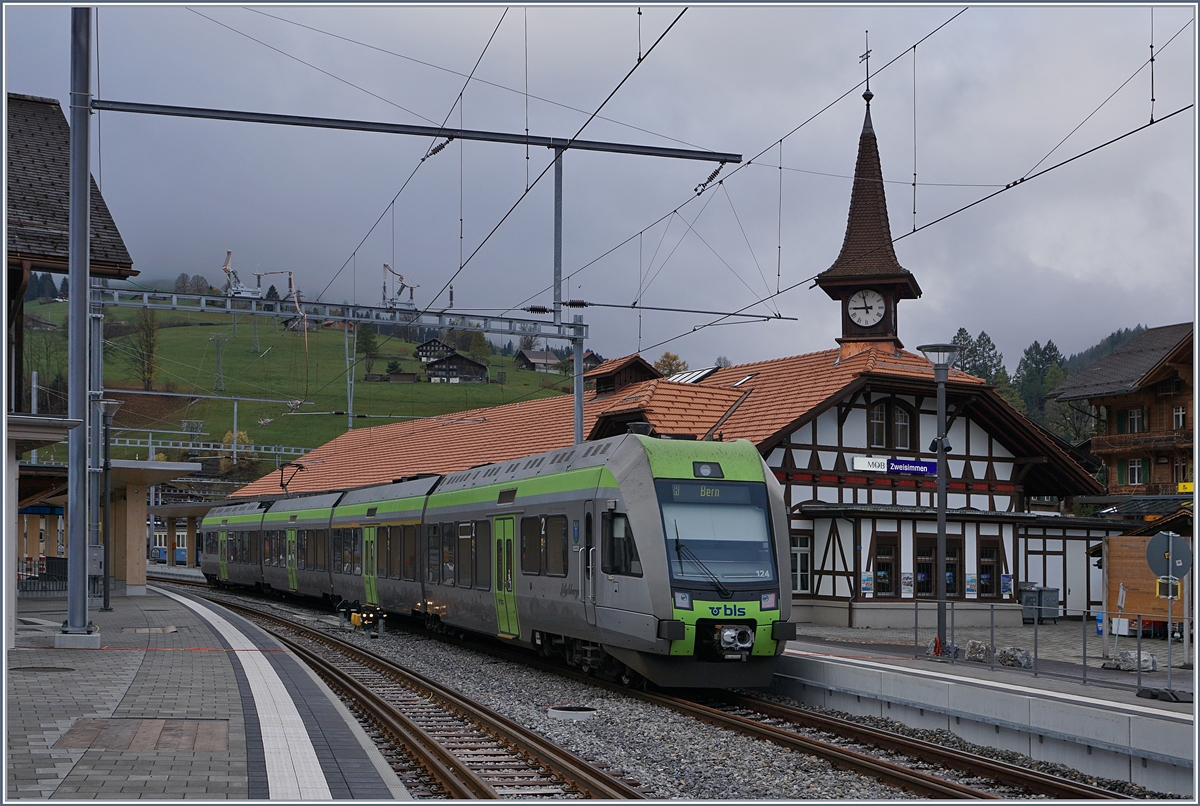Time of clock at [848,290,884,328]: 8:57
